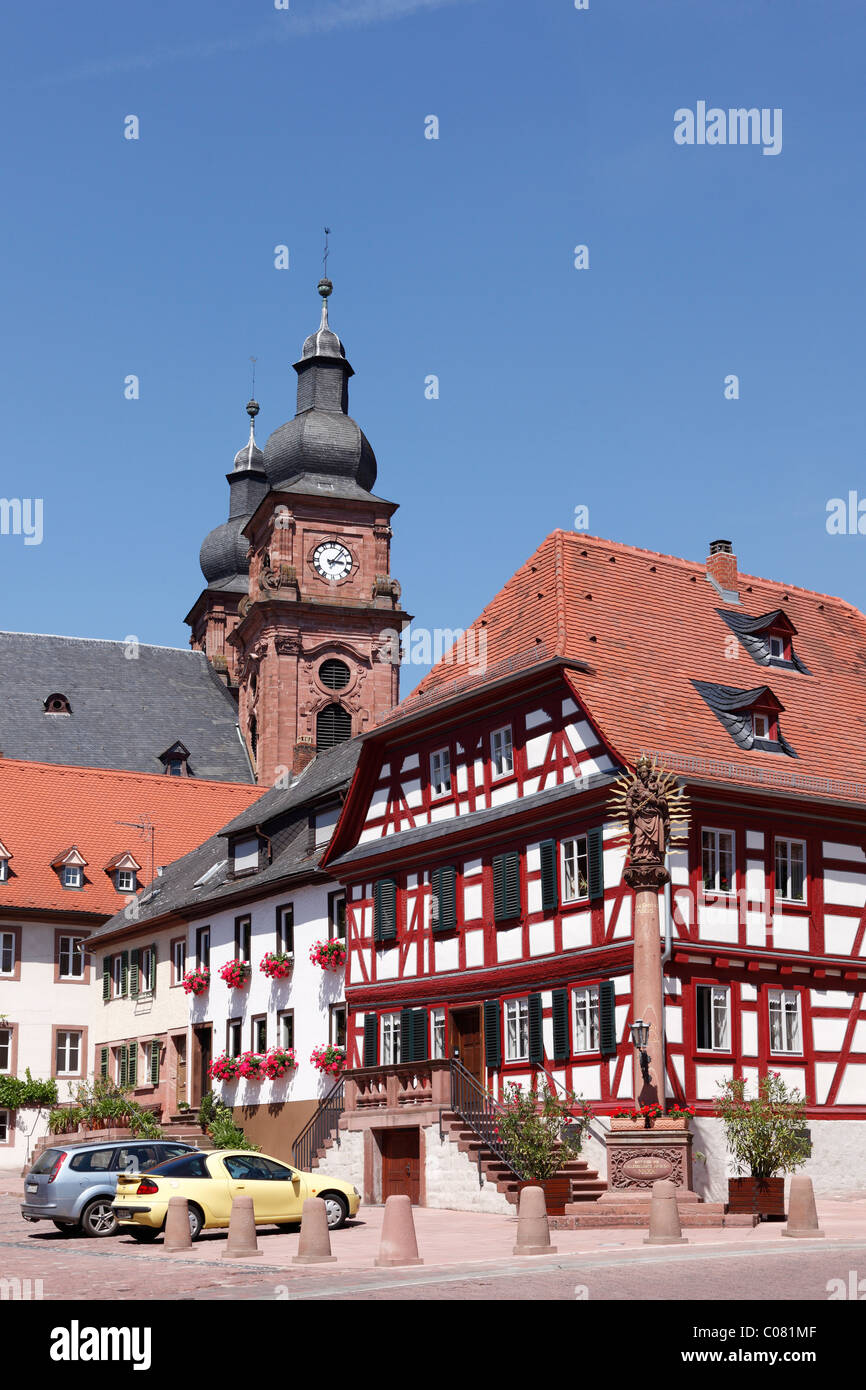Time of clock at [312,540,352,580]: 3:06
